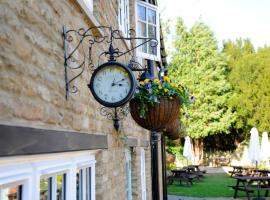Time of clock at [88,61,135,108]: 3:11
